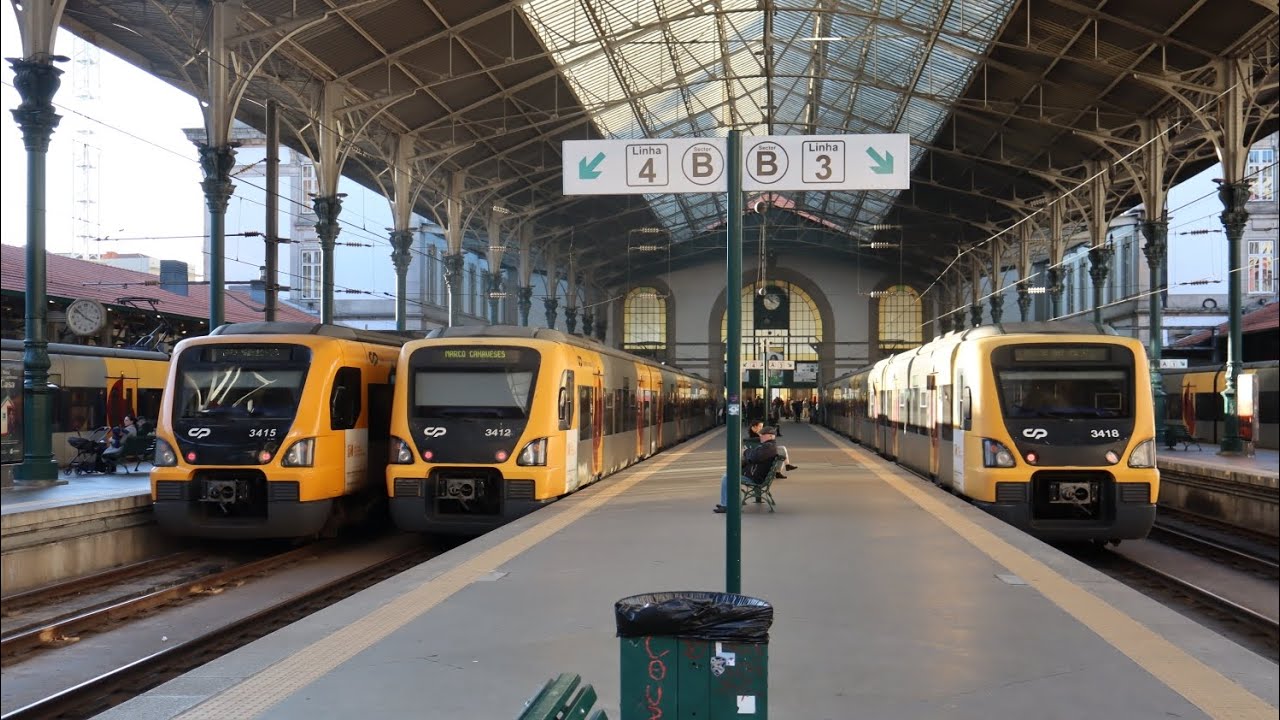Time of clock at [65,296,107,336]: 3:52
